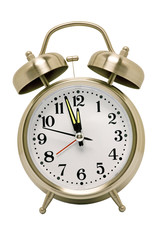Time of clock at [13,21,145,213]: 11:56
